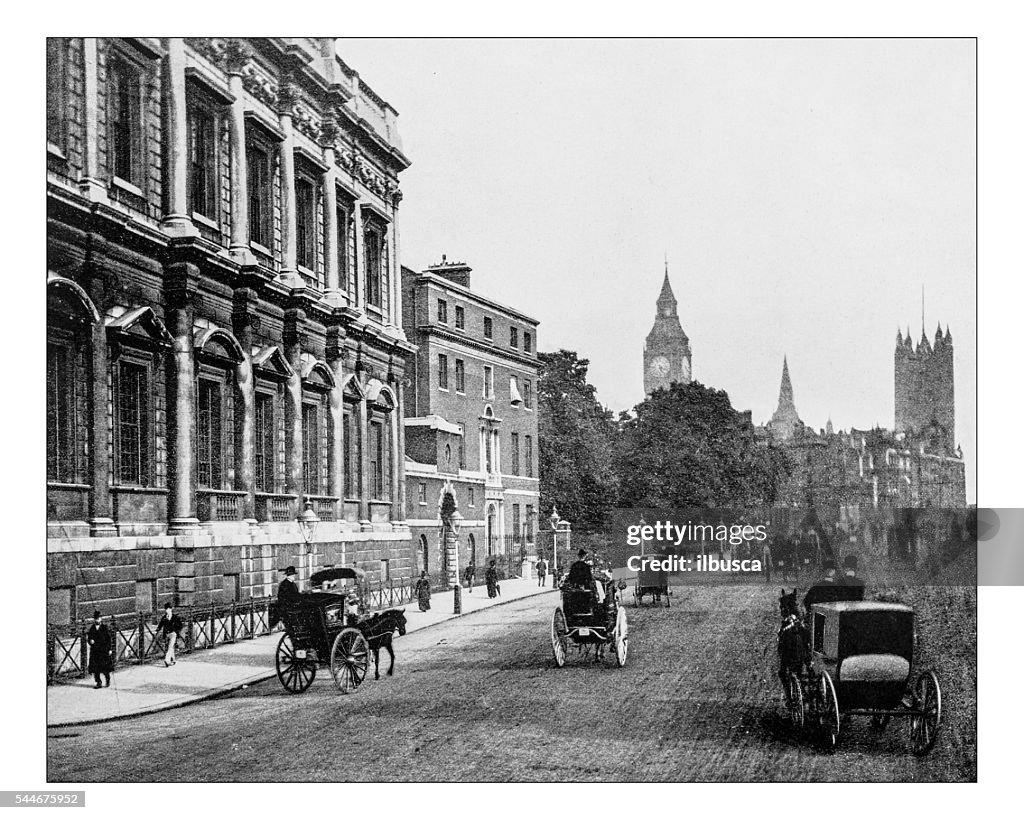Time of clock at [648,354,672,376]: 5:18
